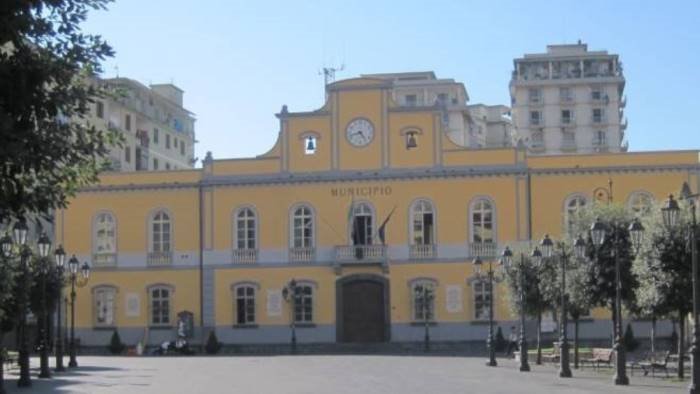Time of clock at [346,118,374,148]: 4:42
